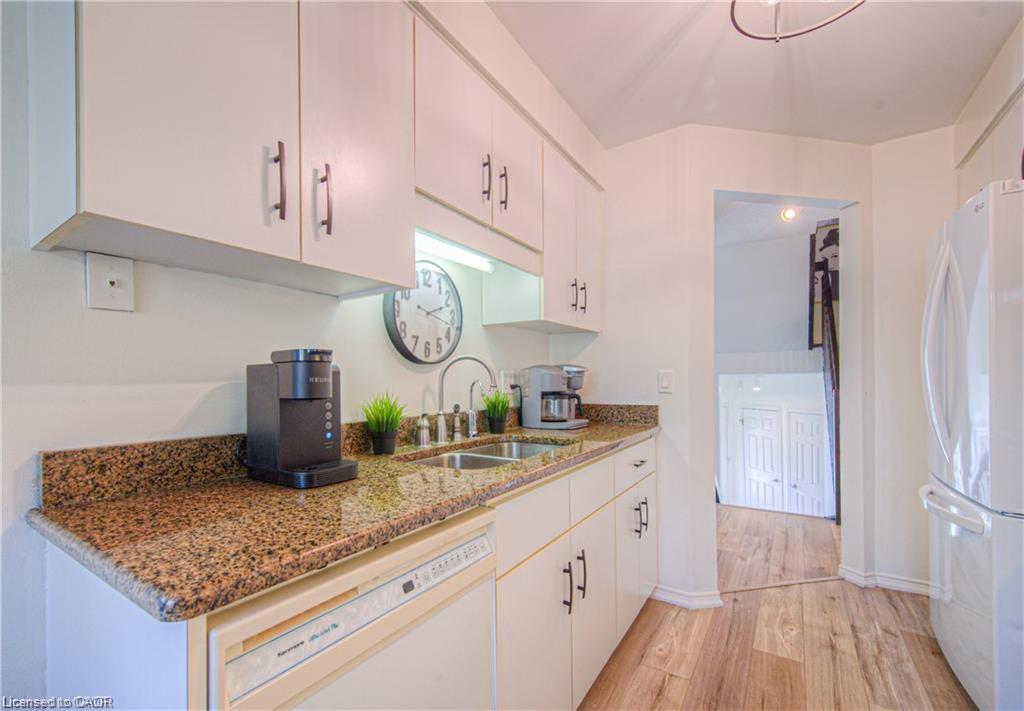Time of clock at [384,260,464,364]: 2:18
